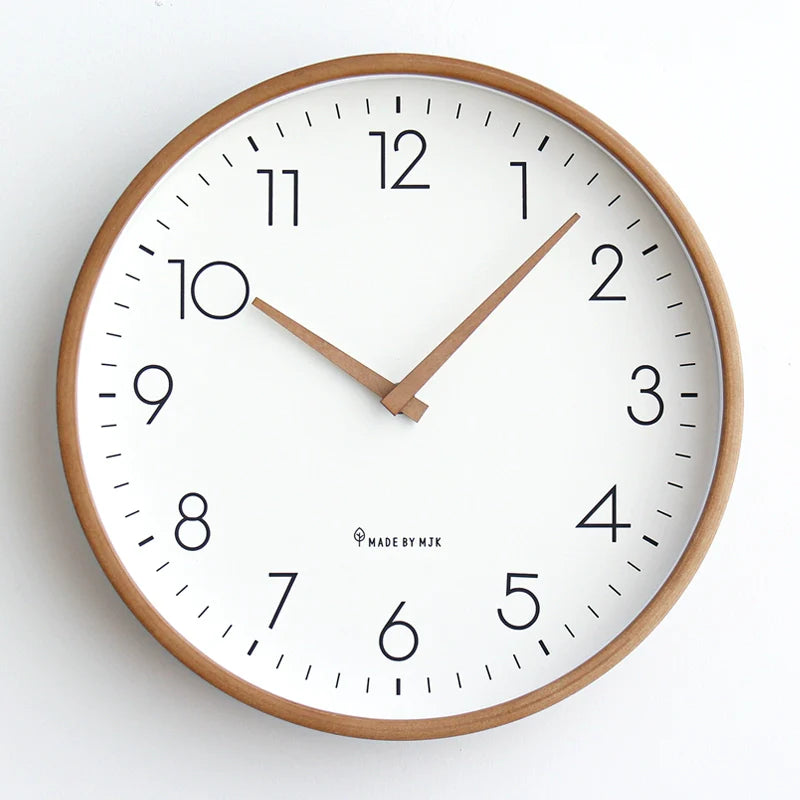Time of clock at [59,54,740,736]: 10:07
